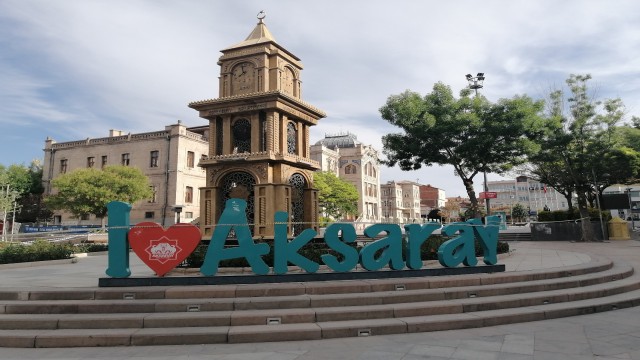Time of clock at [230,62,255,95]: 7:57
